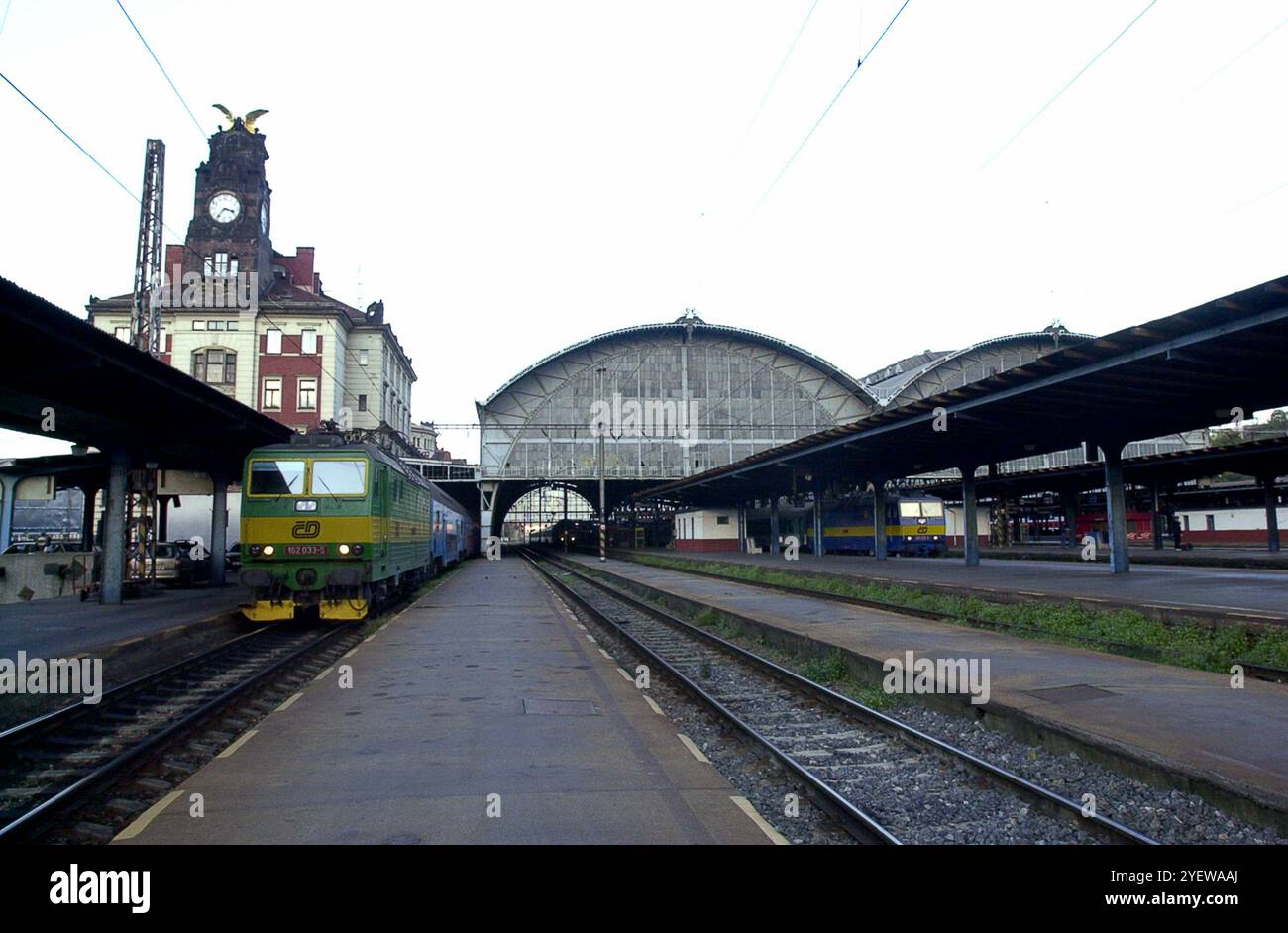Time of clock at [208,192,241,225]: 3:36
